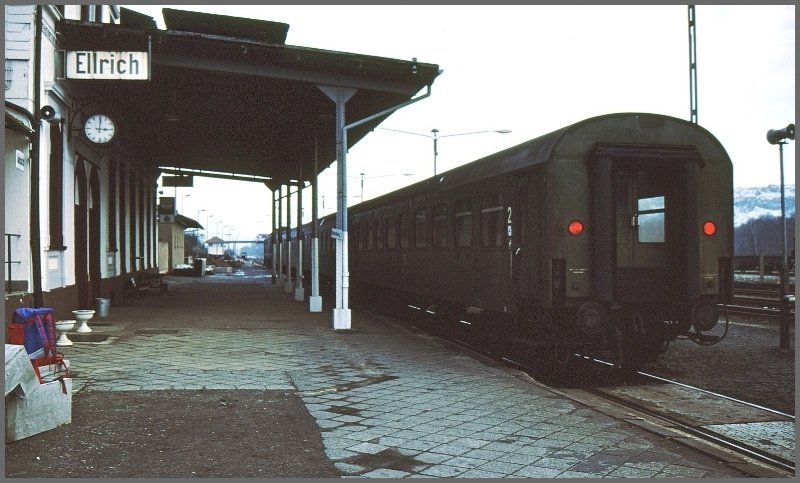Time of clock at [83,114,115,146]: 3:00
